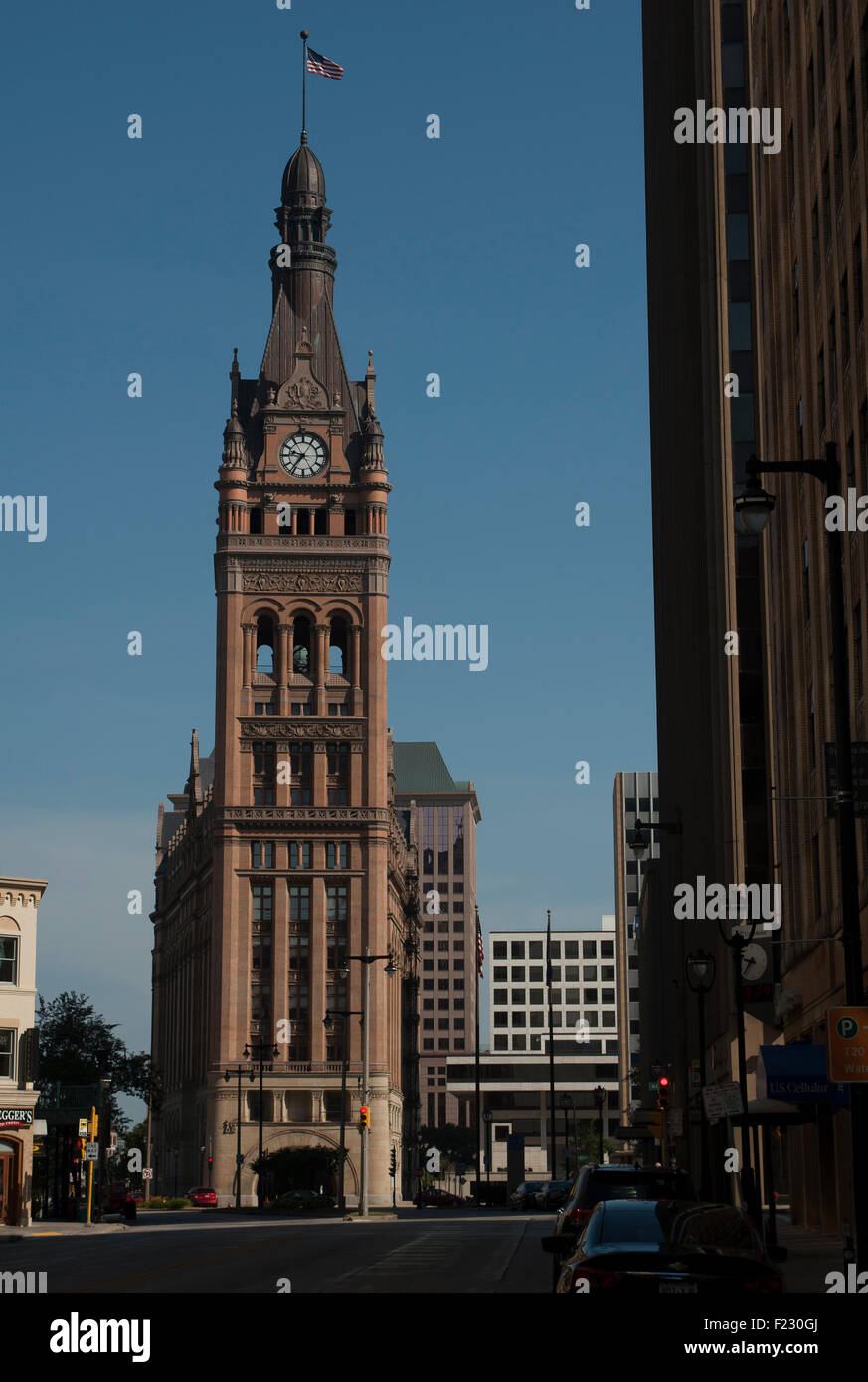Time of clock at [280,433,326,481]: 9:36
